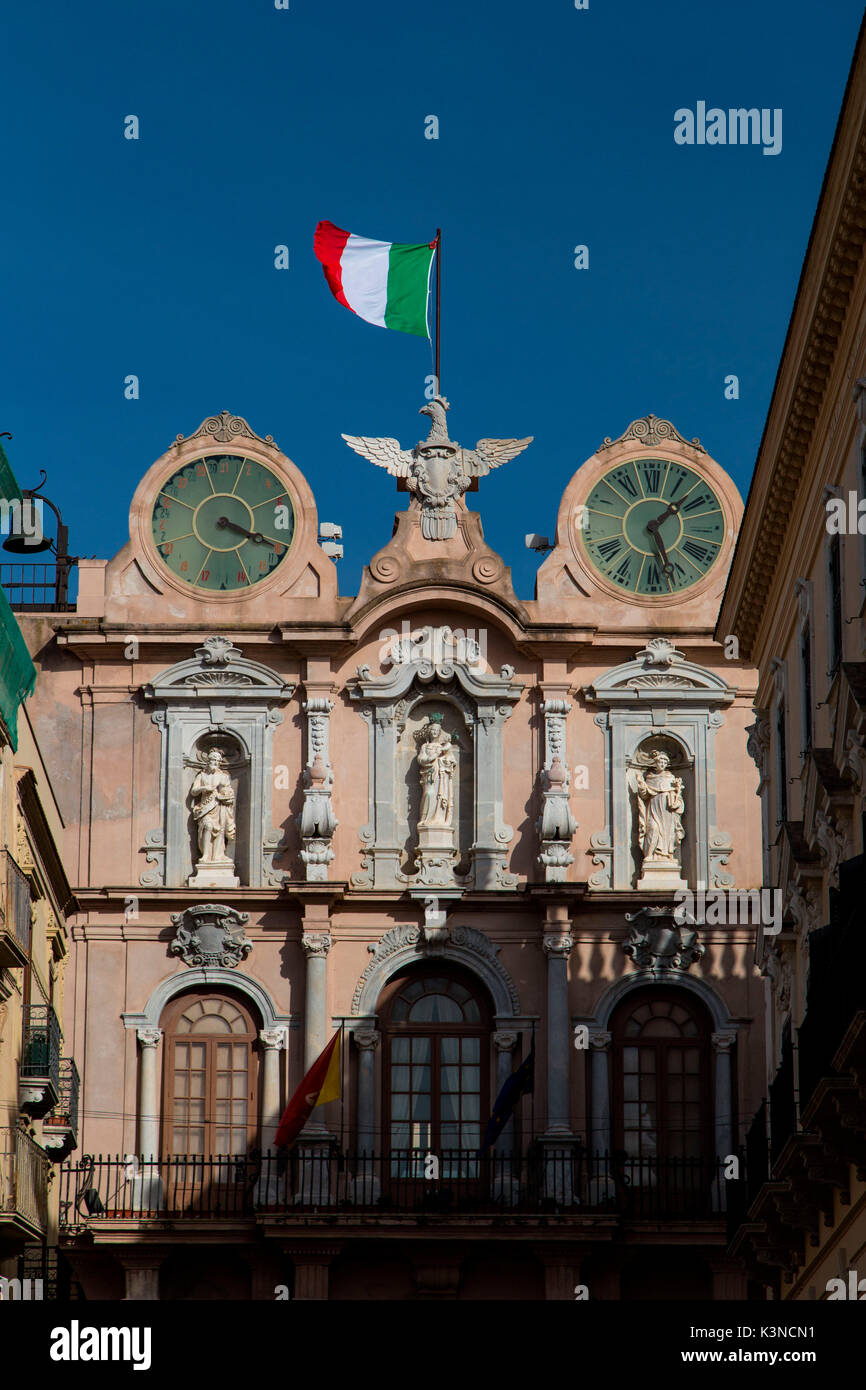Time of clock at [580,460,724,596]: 1:26
